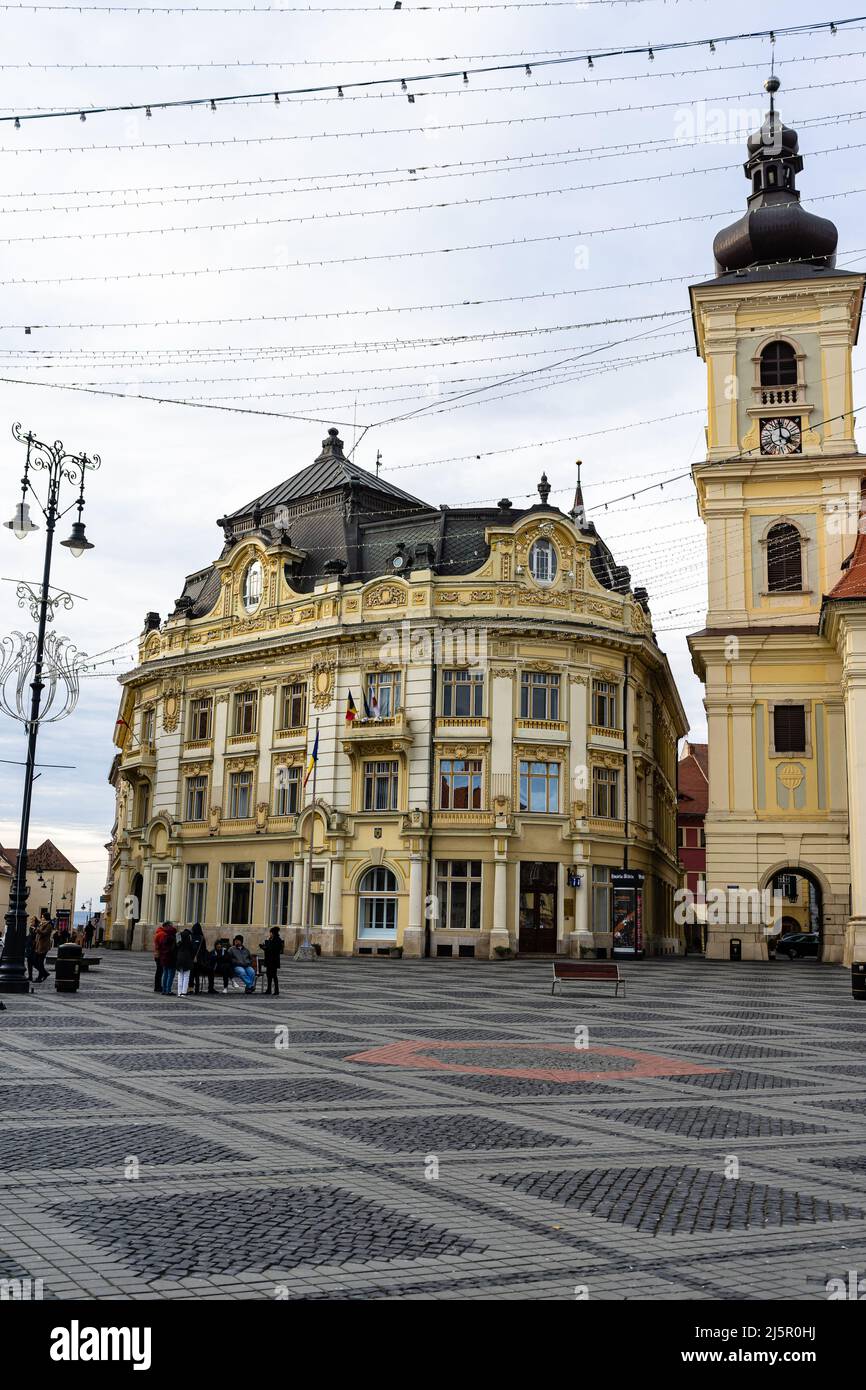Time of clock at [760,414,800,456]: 3:59
